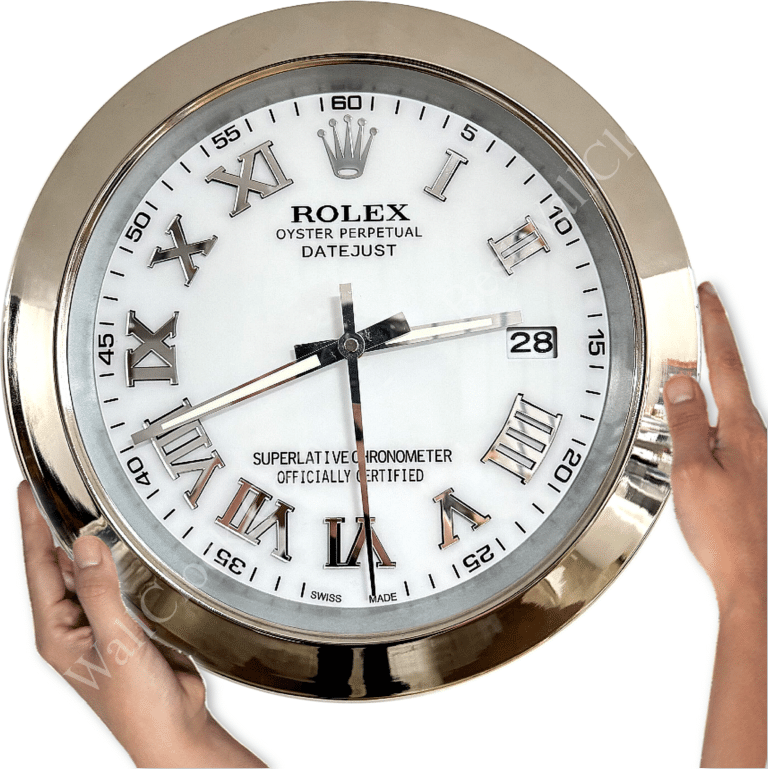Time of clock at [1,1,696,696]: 2:29
